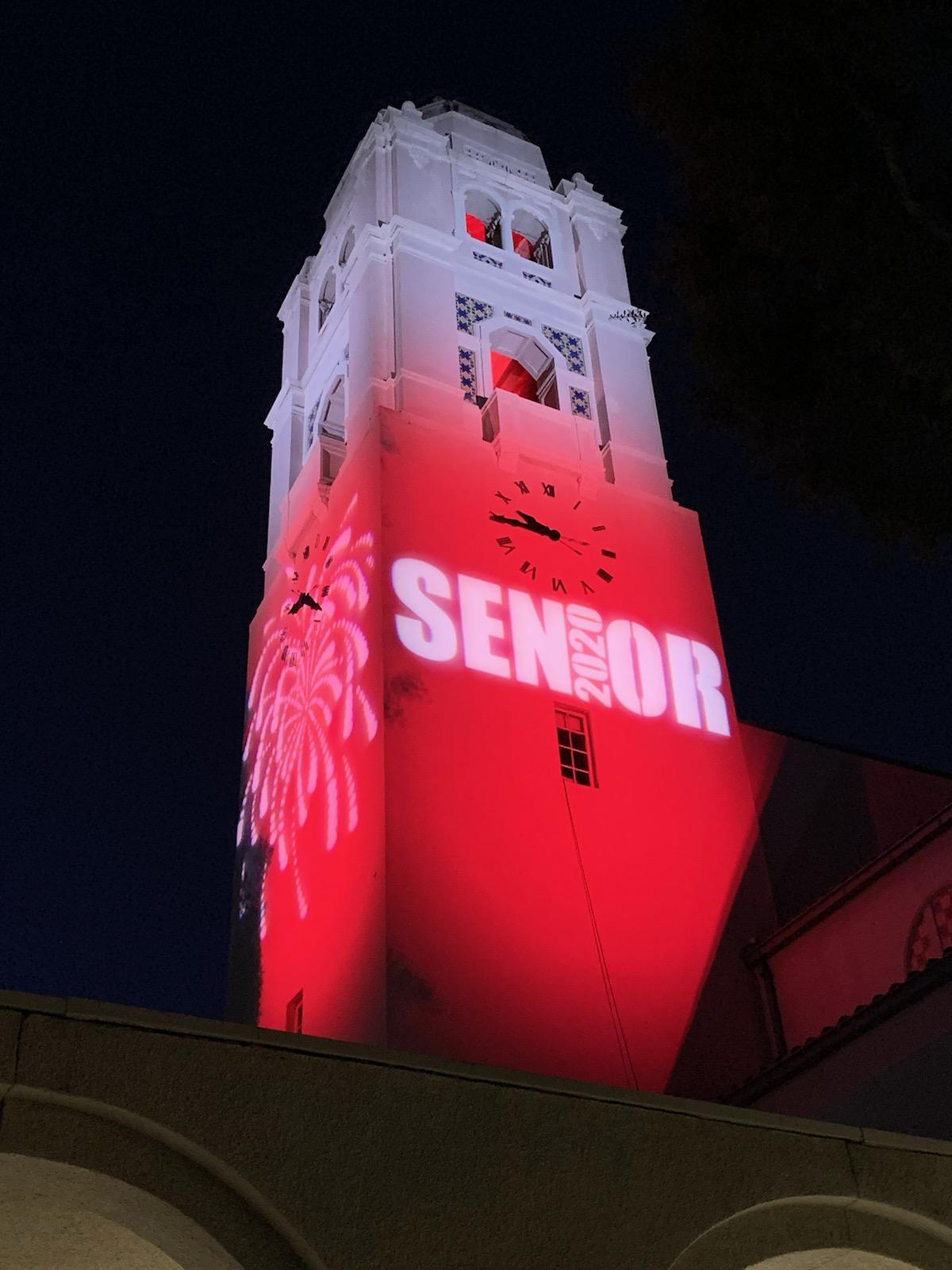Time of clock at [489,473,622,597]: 9:45
